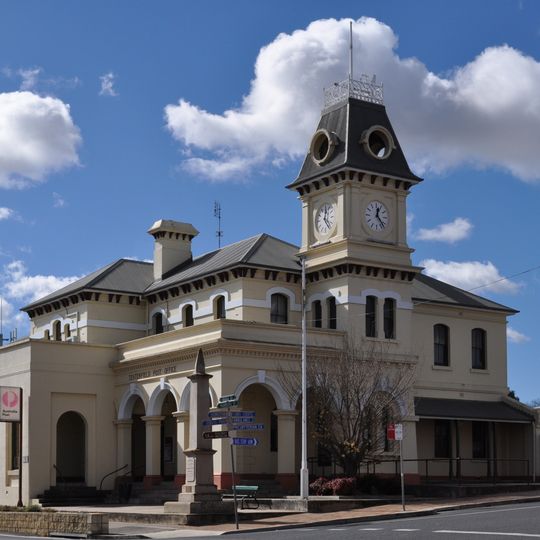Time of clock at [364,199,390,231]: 12:23
